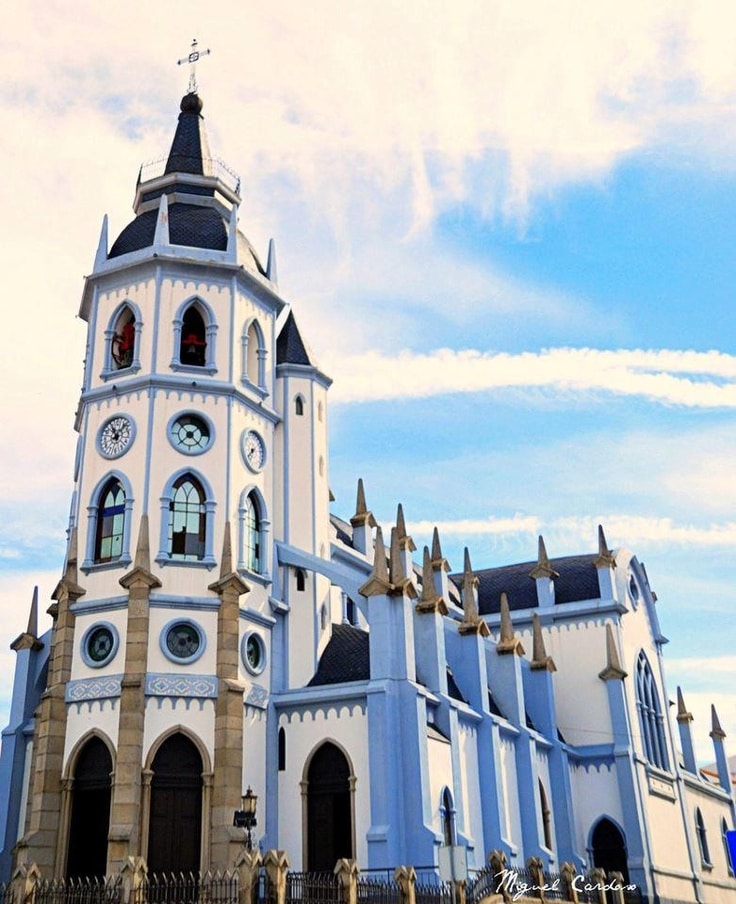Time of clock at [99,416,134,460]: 11:07
